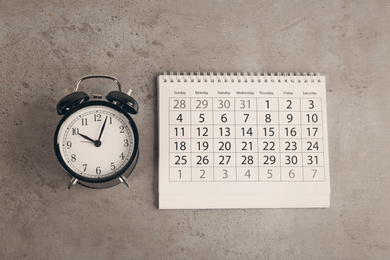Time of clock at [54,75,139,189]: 10:03
